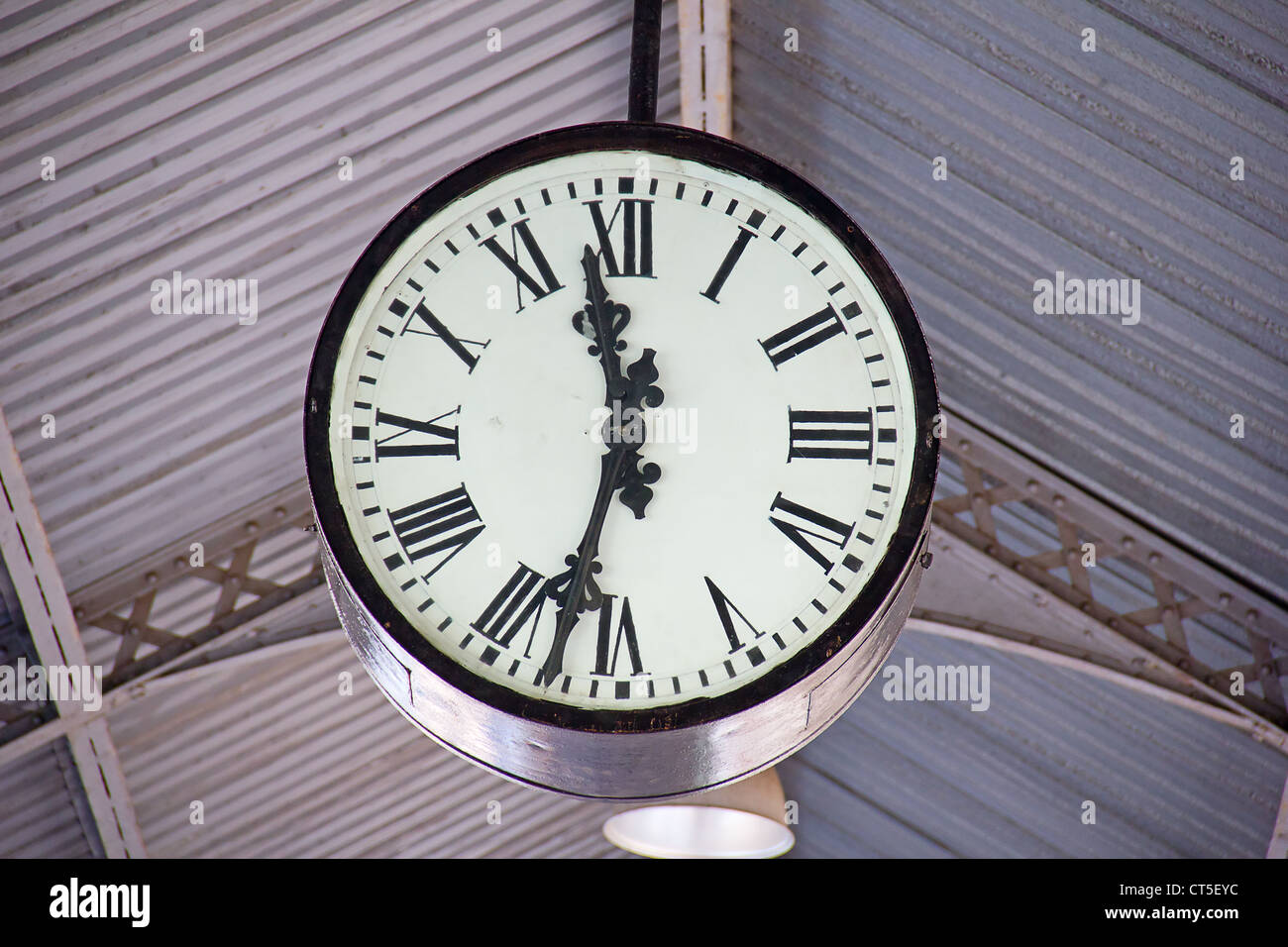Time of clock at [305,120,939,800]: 11:32
